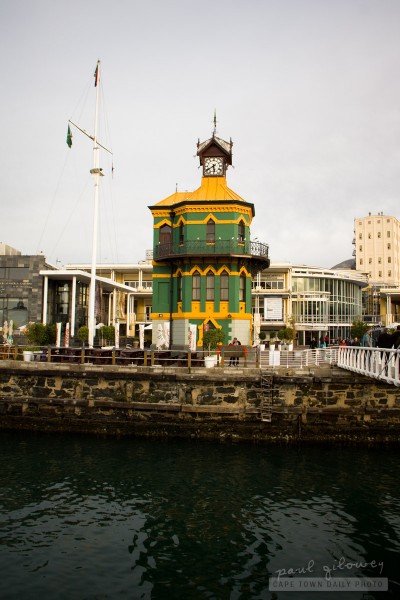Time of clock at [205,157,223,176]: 5:40
